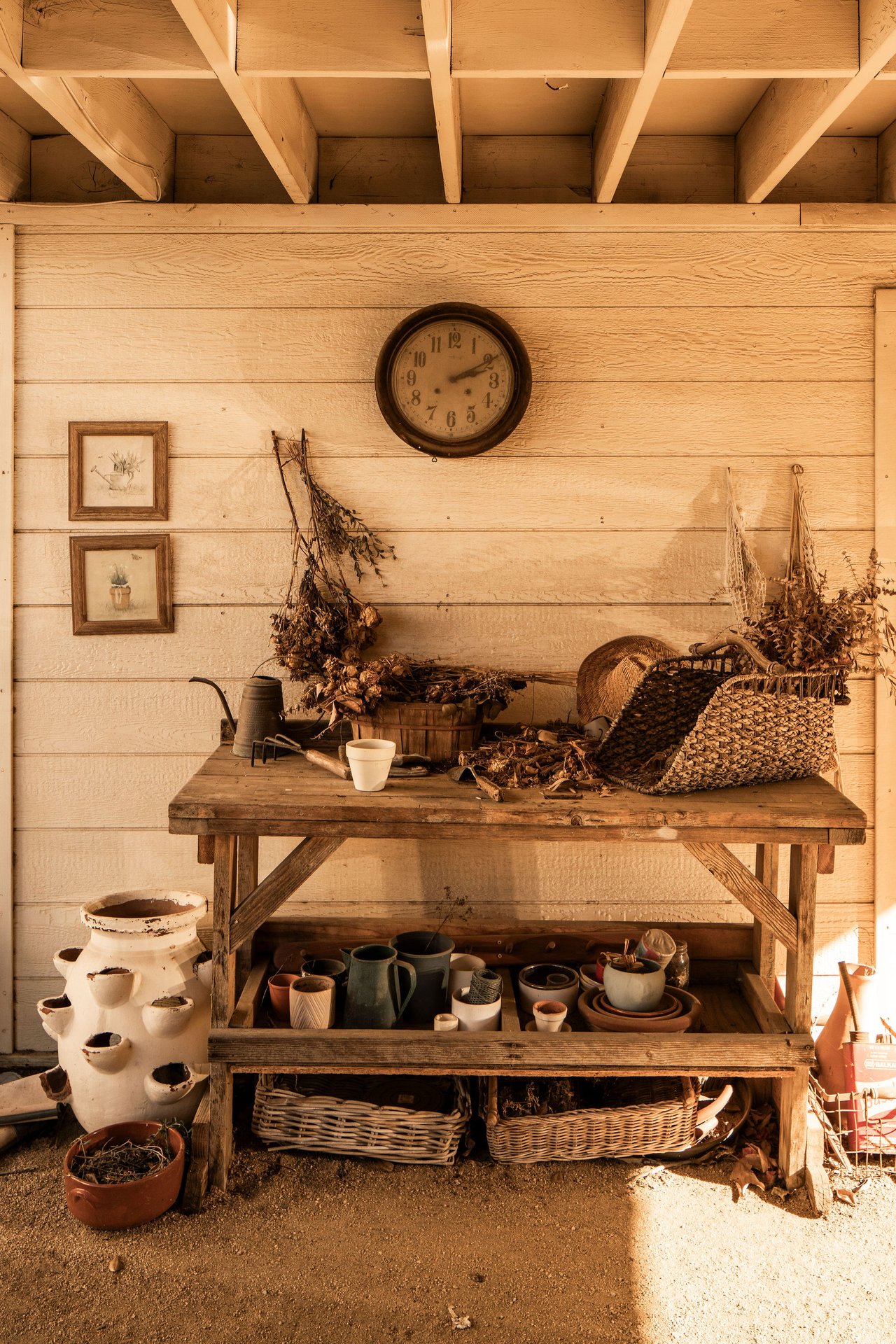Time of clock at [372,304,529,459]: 2:09
